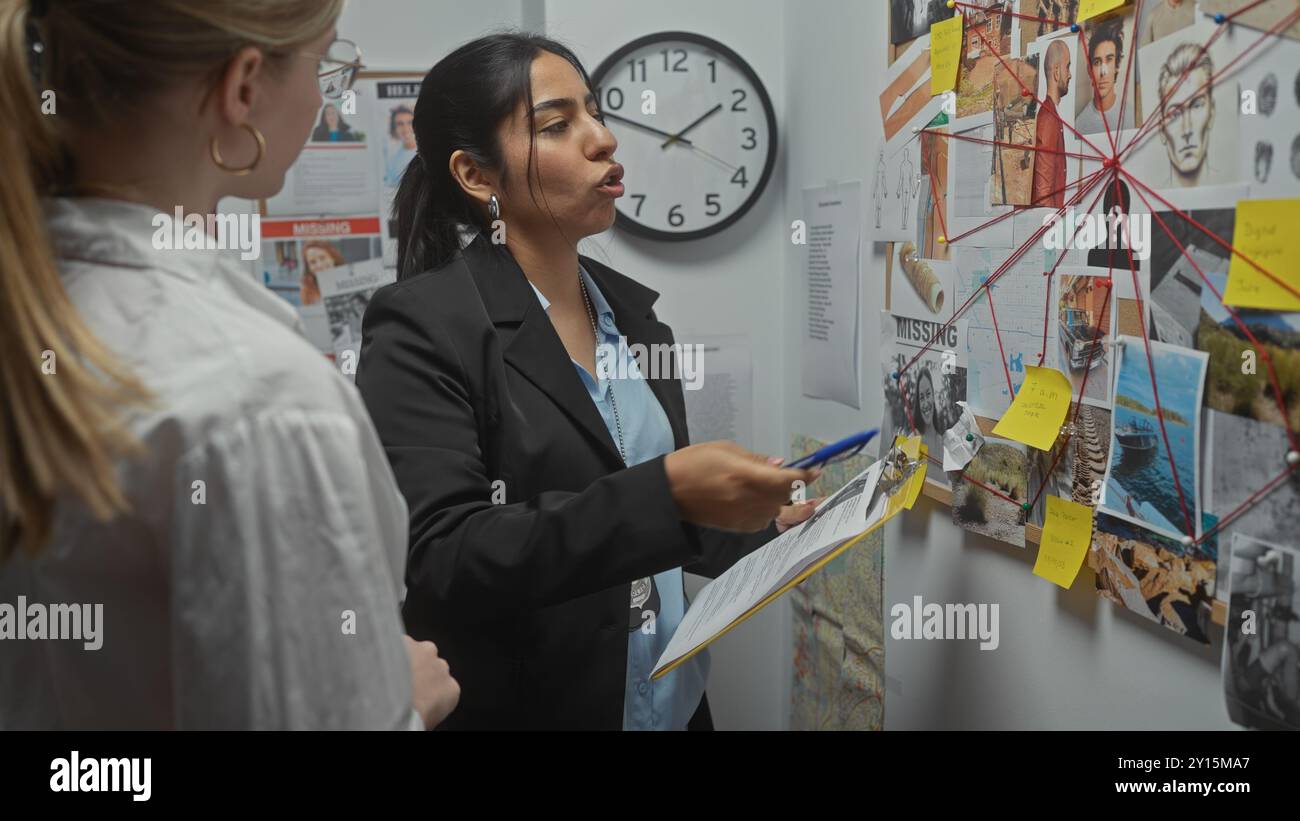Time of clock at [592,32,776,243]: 1:48
